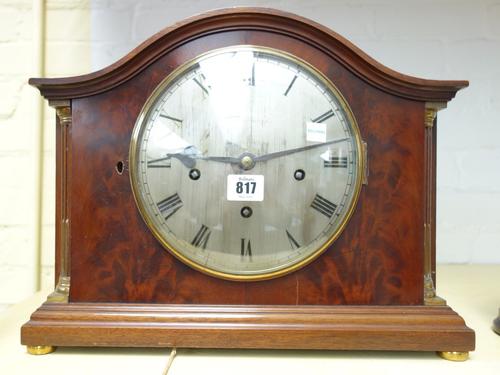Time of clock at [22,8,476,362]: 9:12
